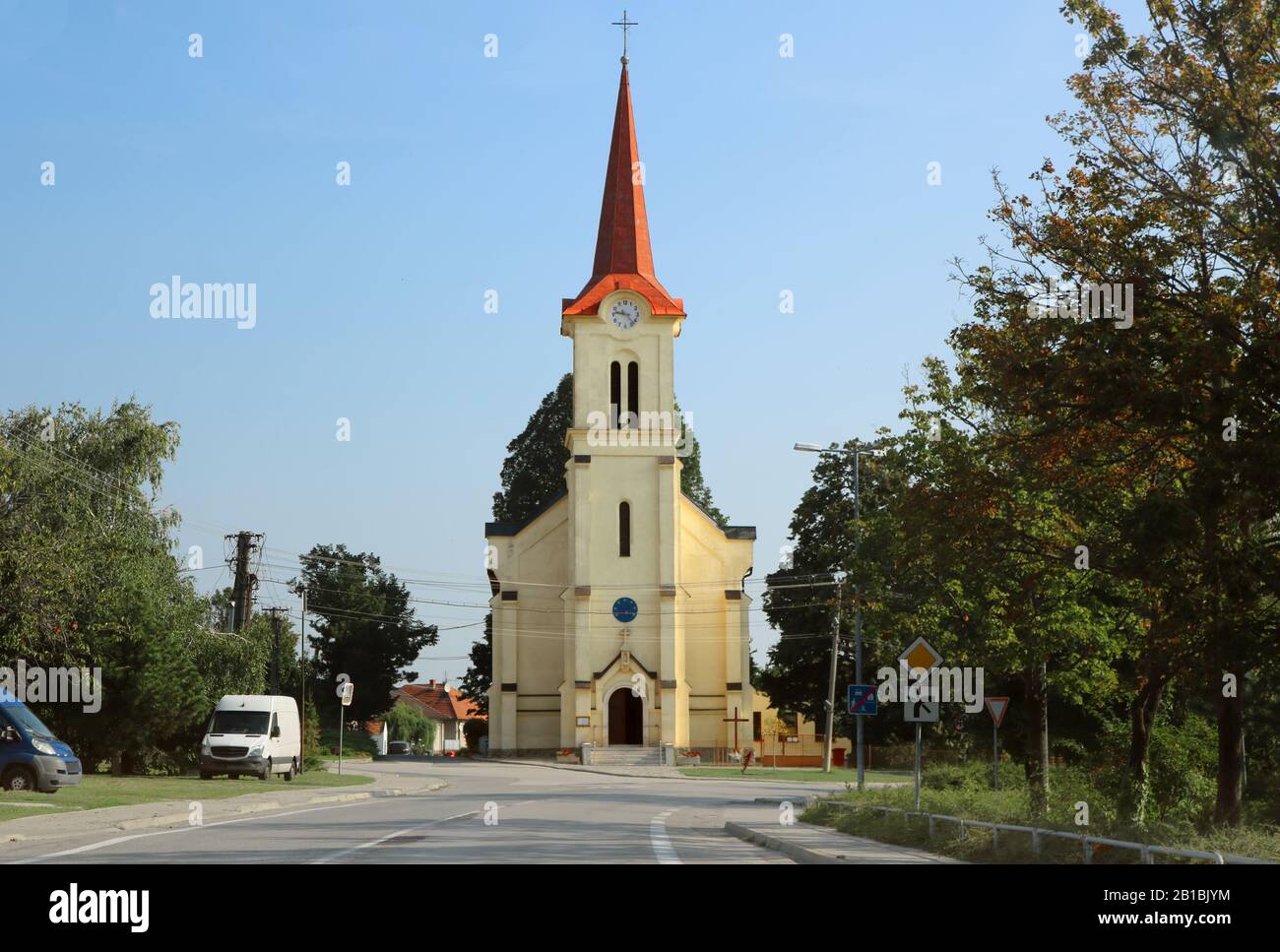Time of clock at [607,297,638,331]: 9:22
